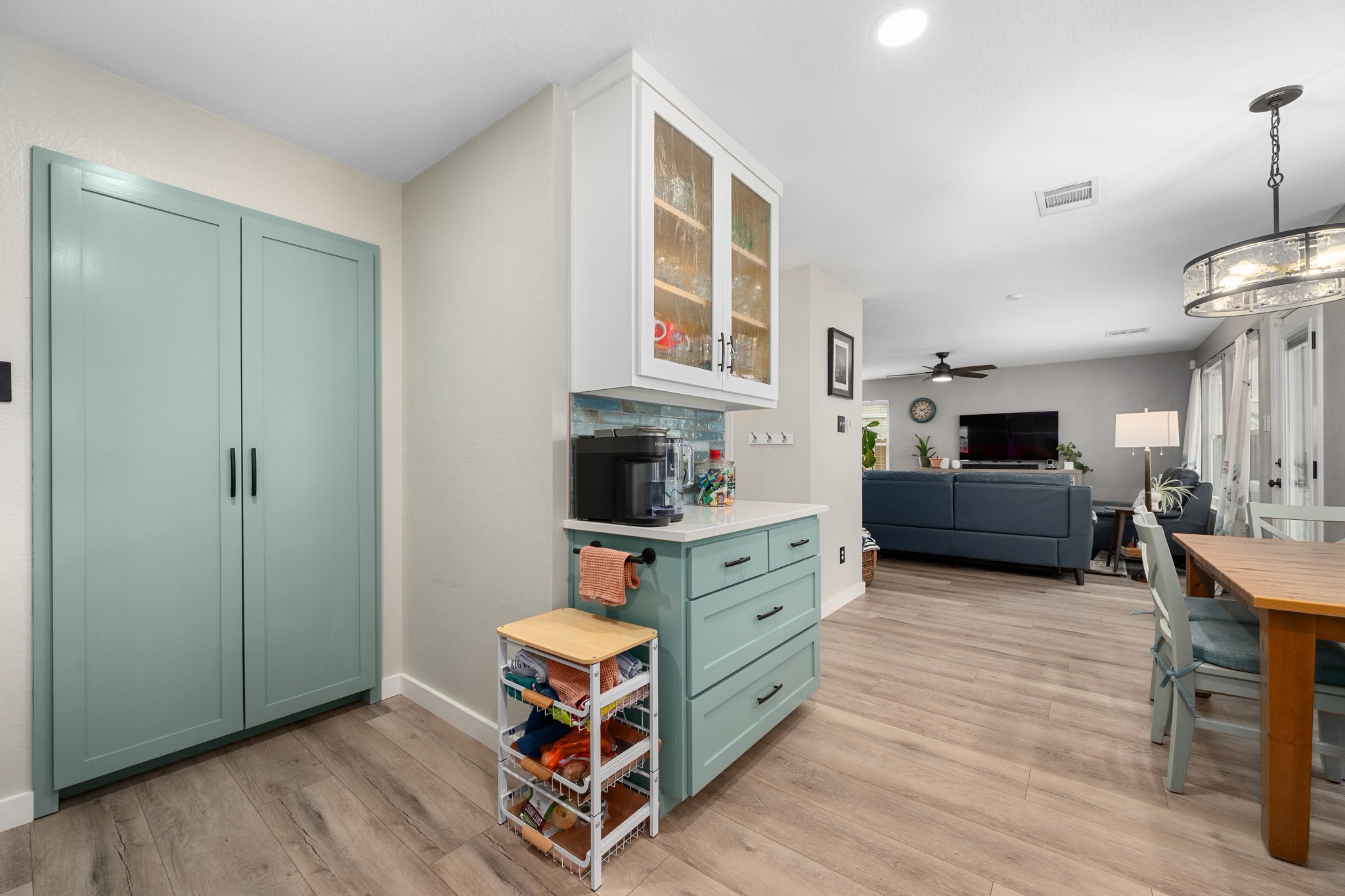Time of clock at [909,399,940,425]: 2:21
